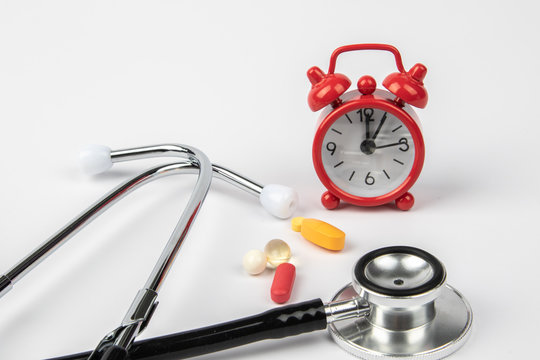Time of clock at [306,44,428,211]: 12:05
